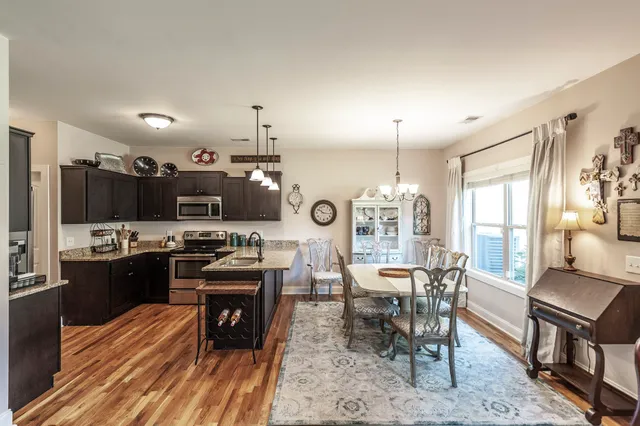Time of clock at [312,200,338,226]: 10:15
